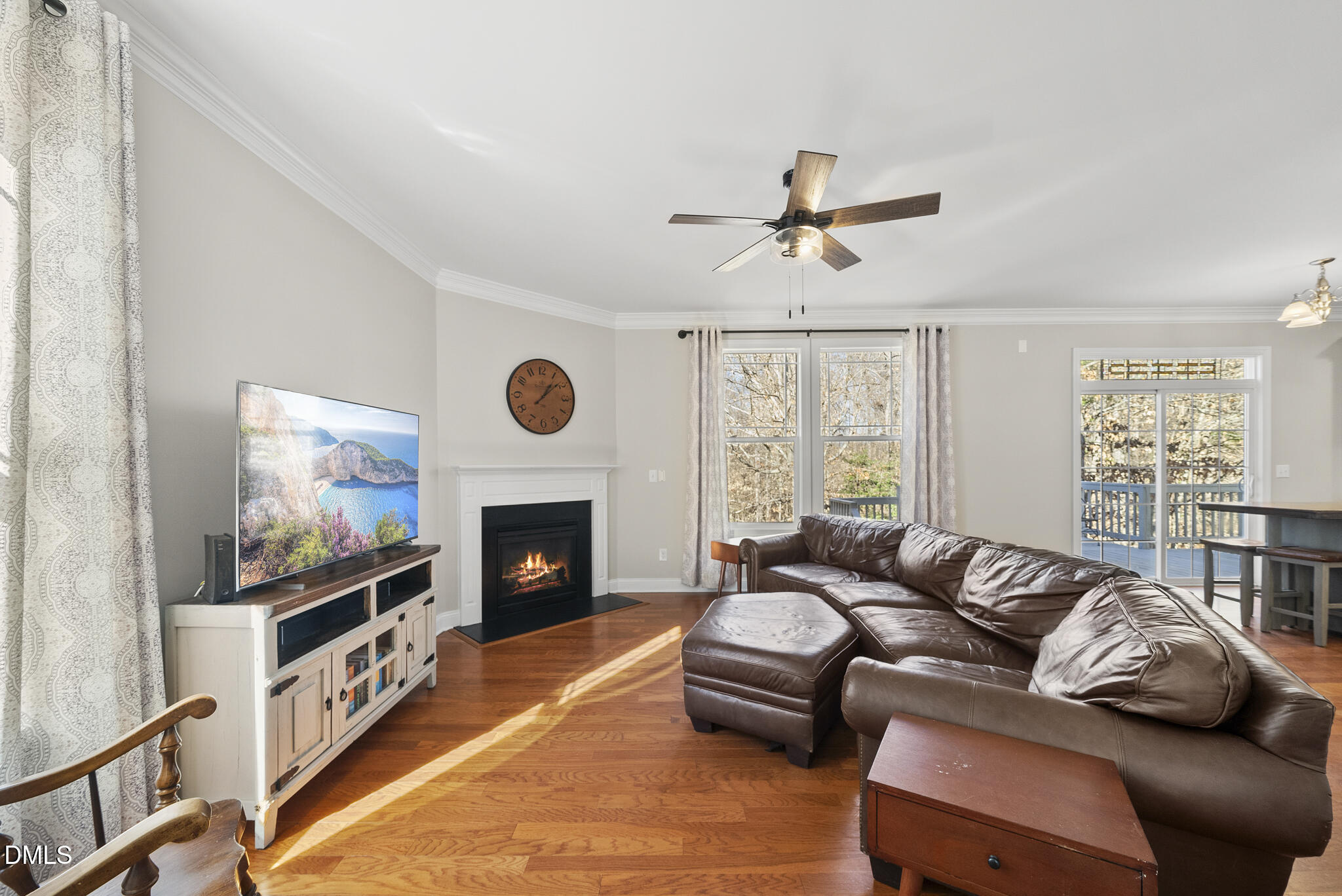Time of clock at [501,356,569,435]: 1:08
